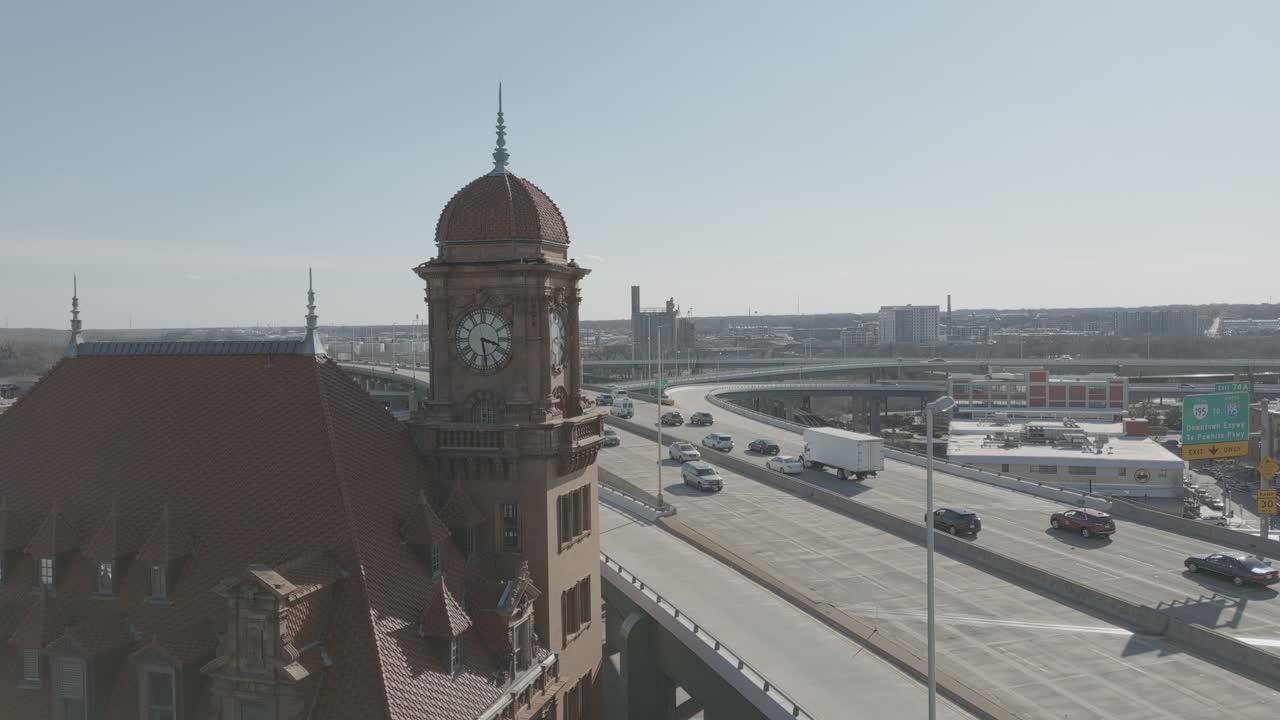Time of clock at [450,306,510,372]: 3:29
